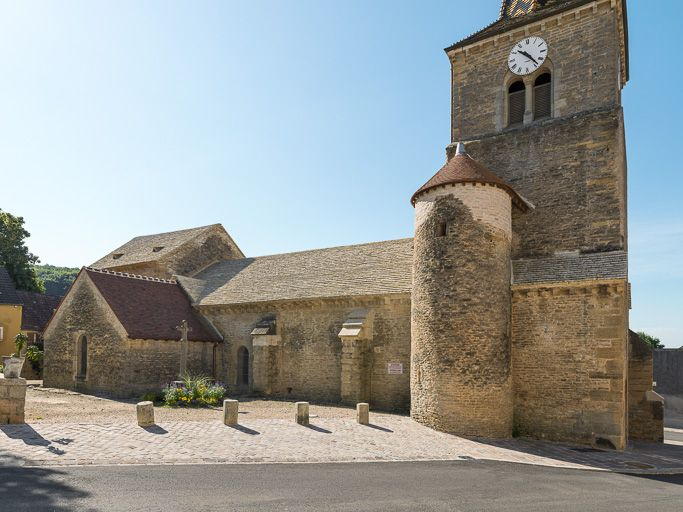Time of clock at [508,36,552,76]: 10:23
